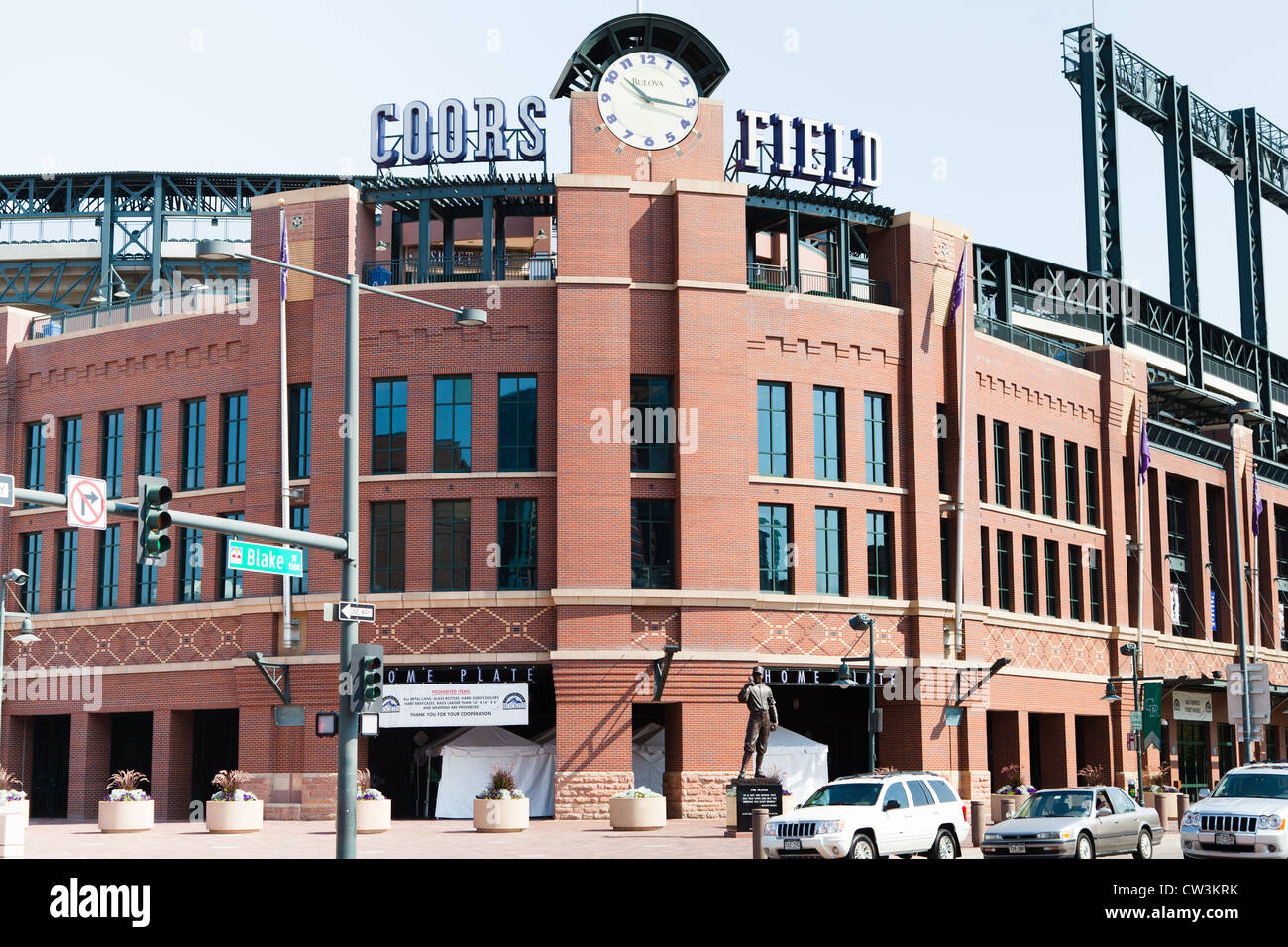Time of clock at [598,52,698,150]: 10:16
